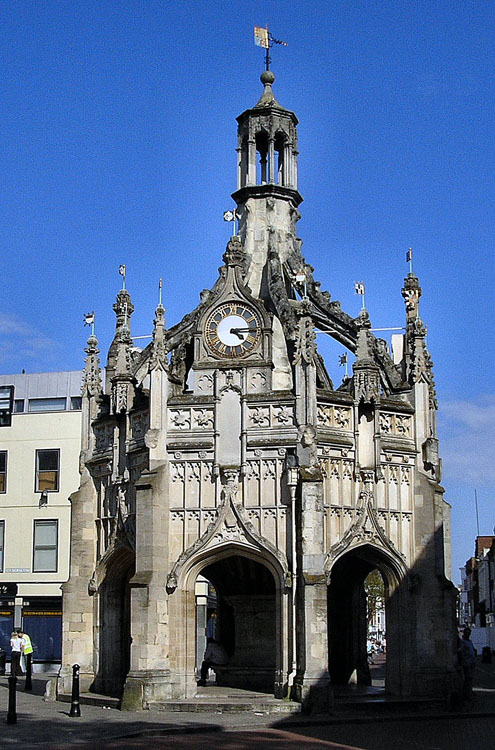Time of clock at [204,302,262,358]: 4:14
